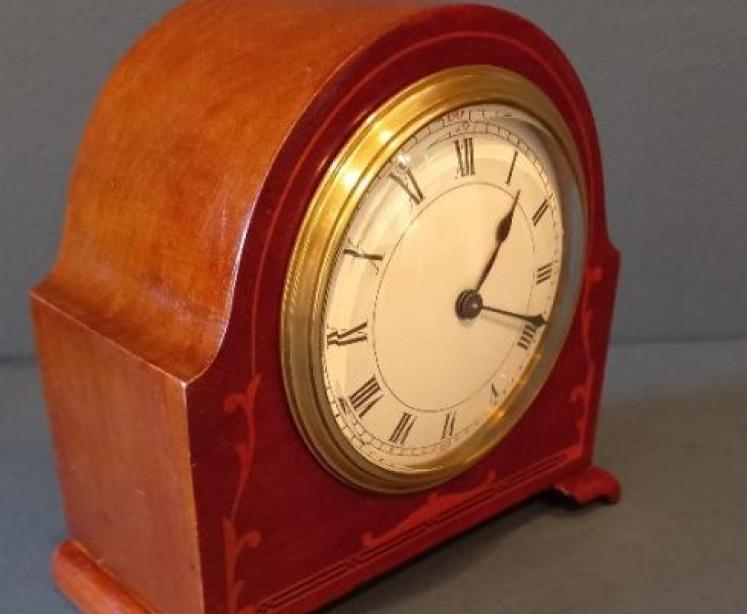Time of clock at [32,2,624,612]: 1:18
